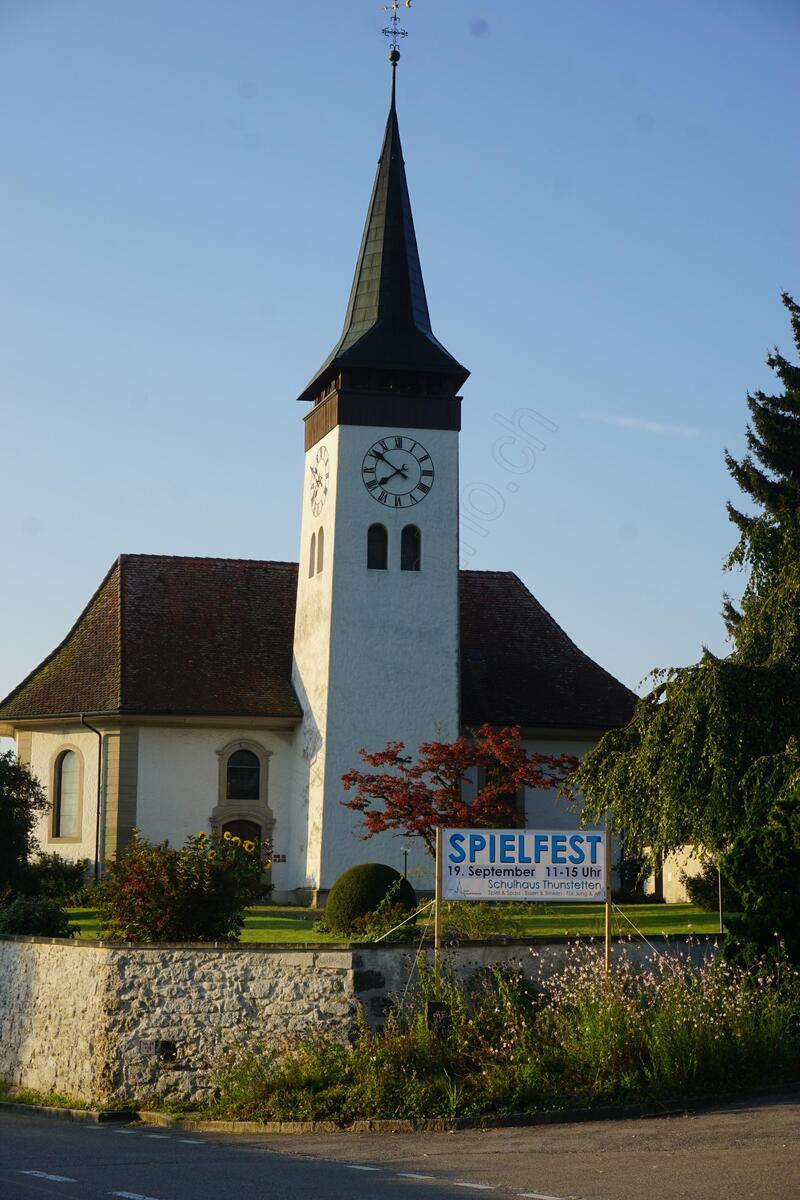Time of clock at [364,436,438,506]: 7:51
